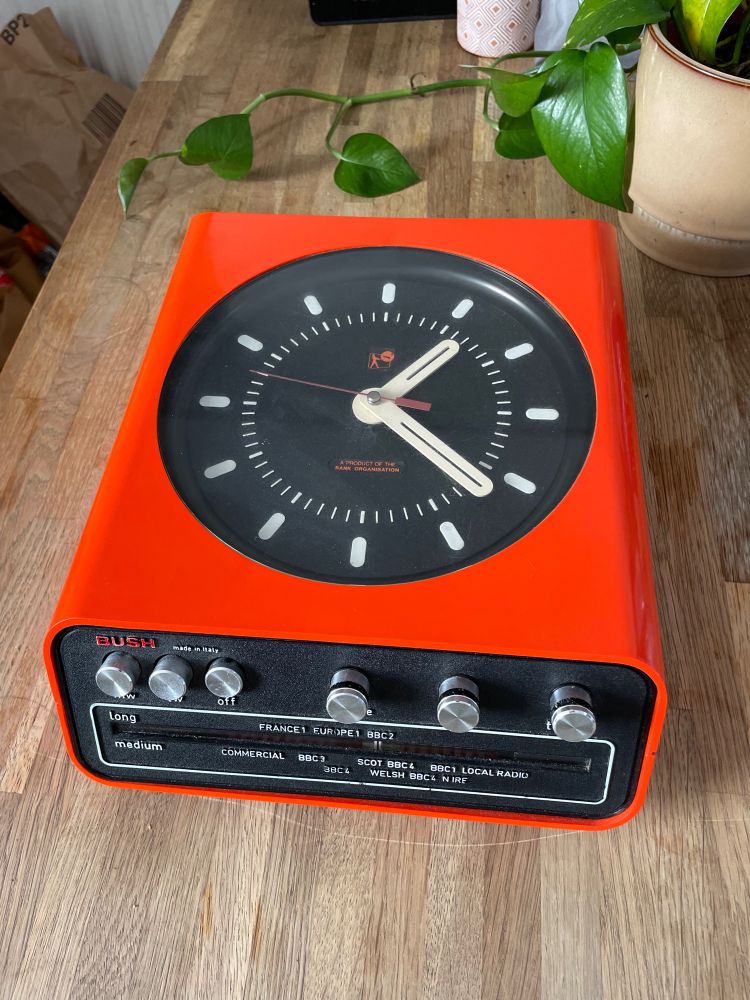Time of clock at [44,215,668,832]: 1:21
